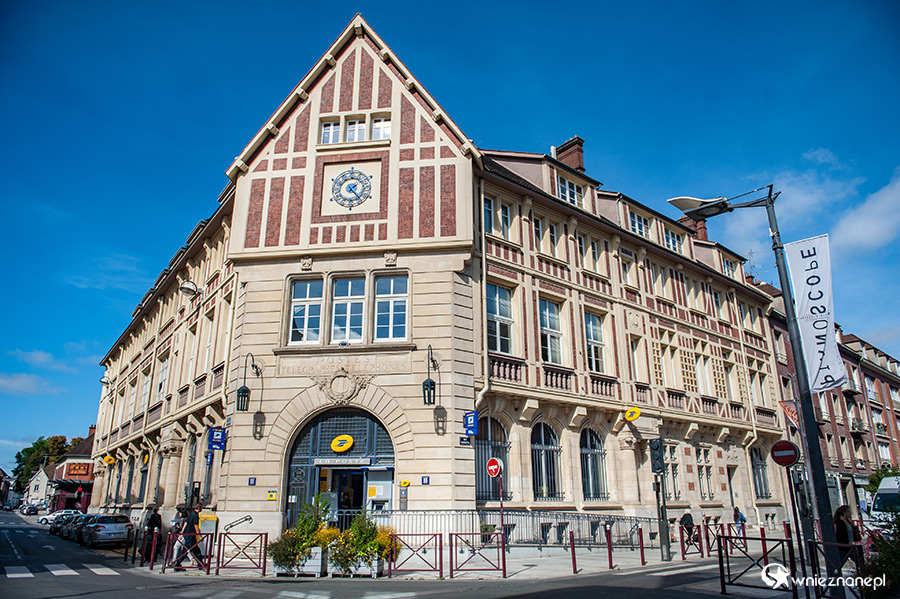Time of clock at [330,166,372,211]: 1:23
